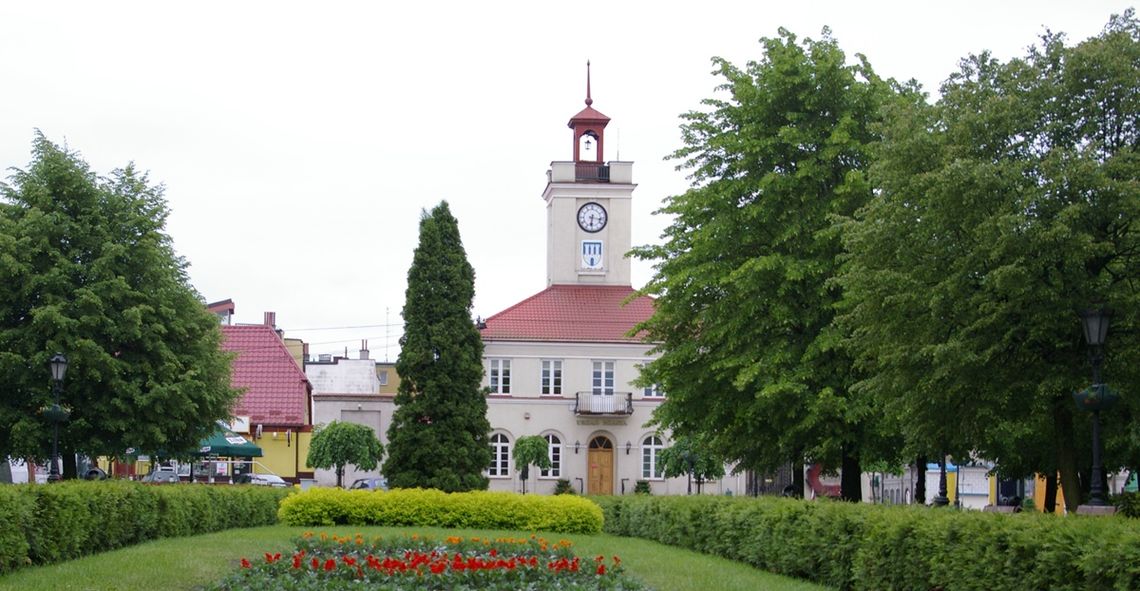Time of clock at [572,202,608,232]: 6:16
